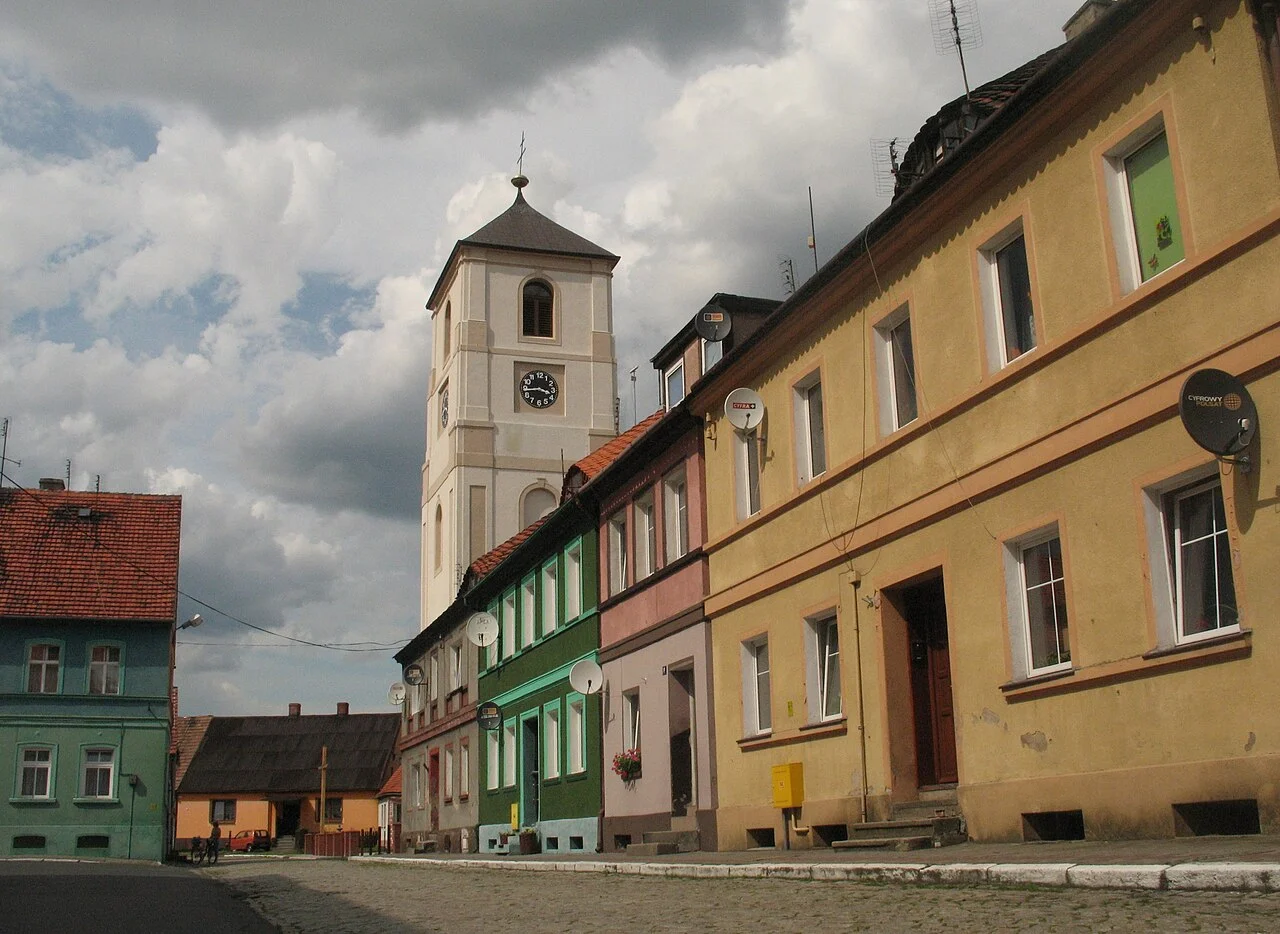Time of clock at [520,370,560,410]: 3:43
